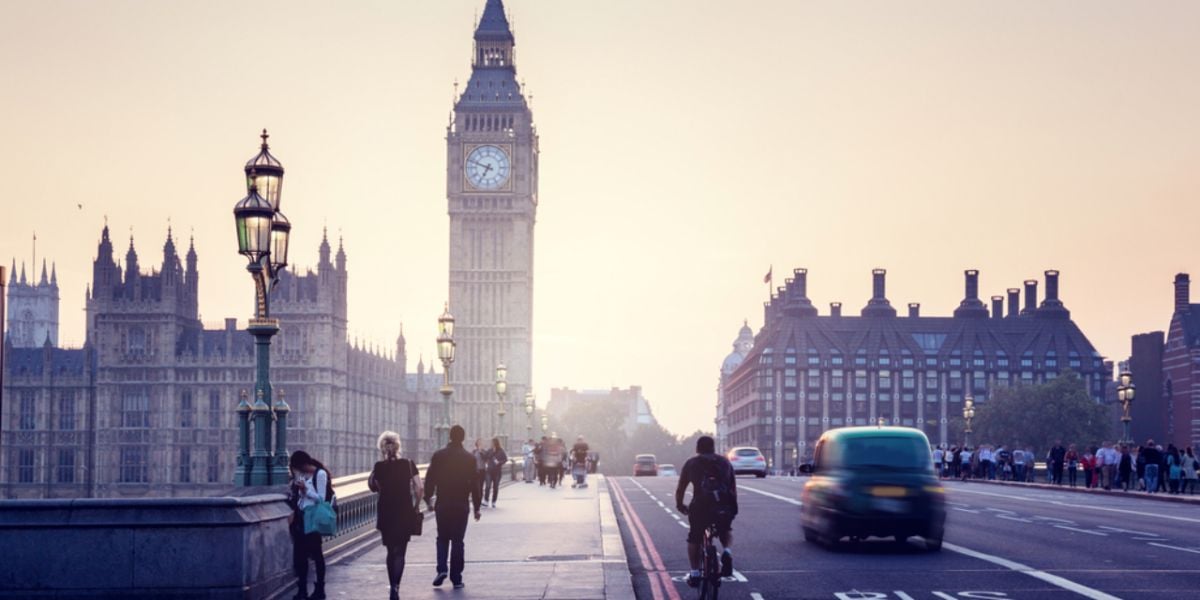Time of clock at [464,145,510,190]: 6:48
